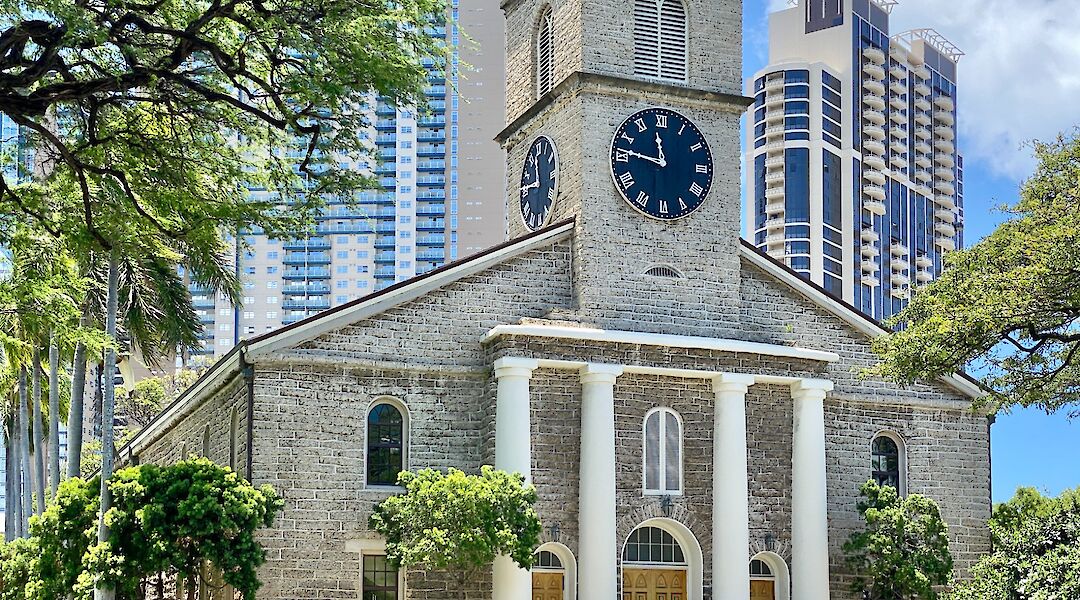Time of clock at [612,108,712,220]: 11:46
